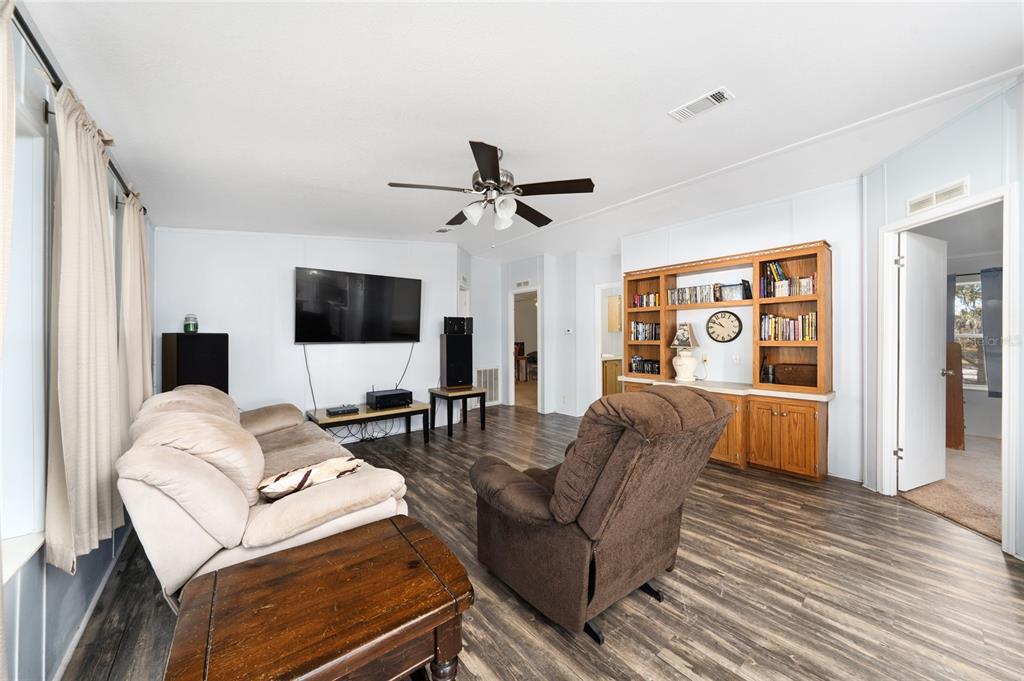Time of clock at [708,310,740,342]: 10:49
